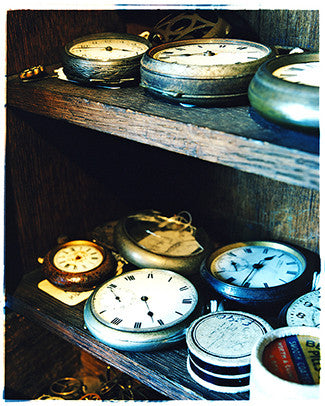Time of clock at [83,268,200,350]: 5:26
